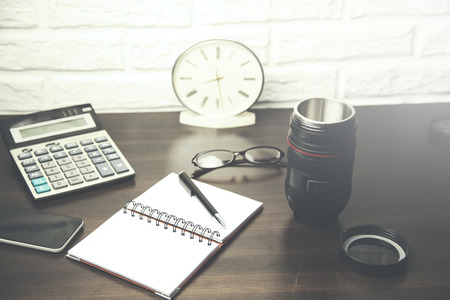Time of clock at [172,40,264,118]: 8:28
